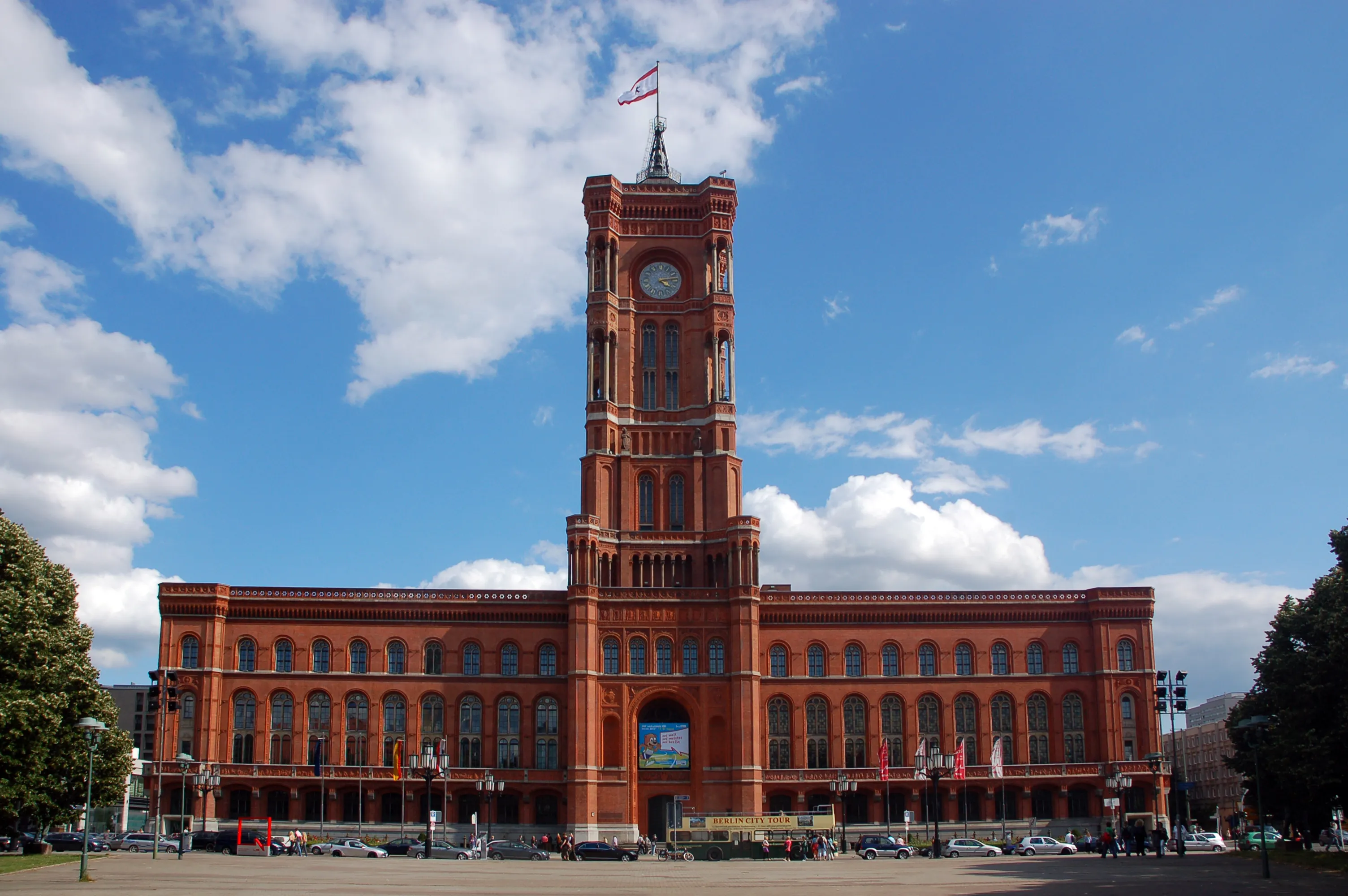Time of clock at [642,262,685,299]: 4:13
